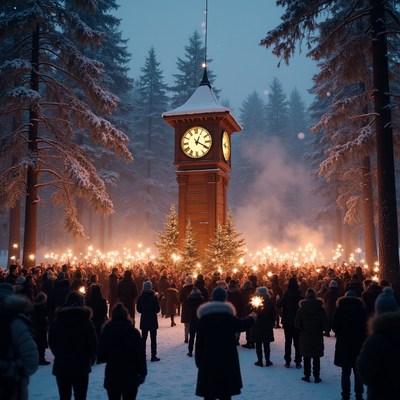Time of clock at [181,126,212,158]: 4:04
